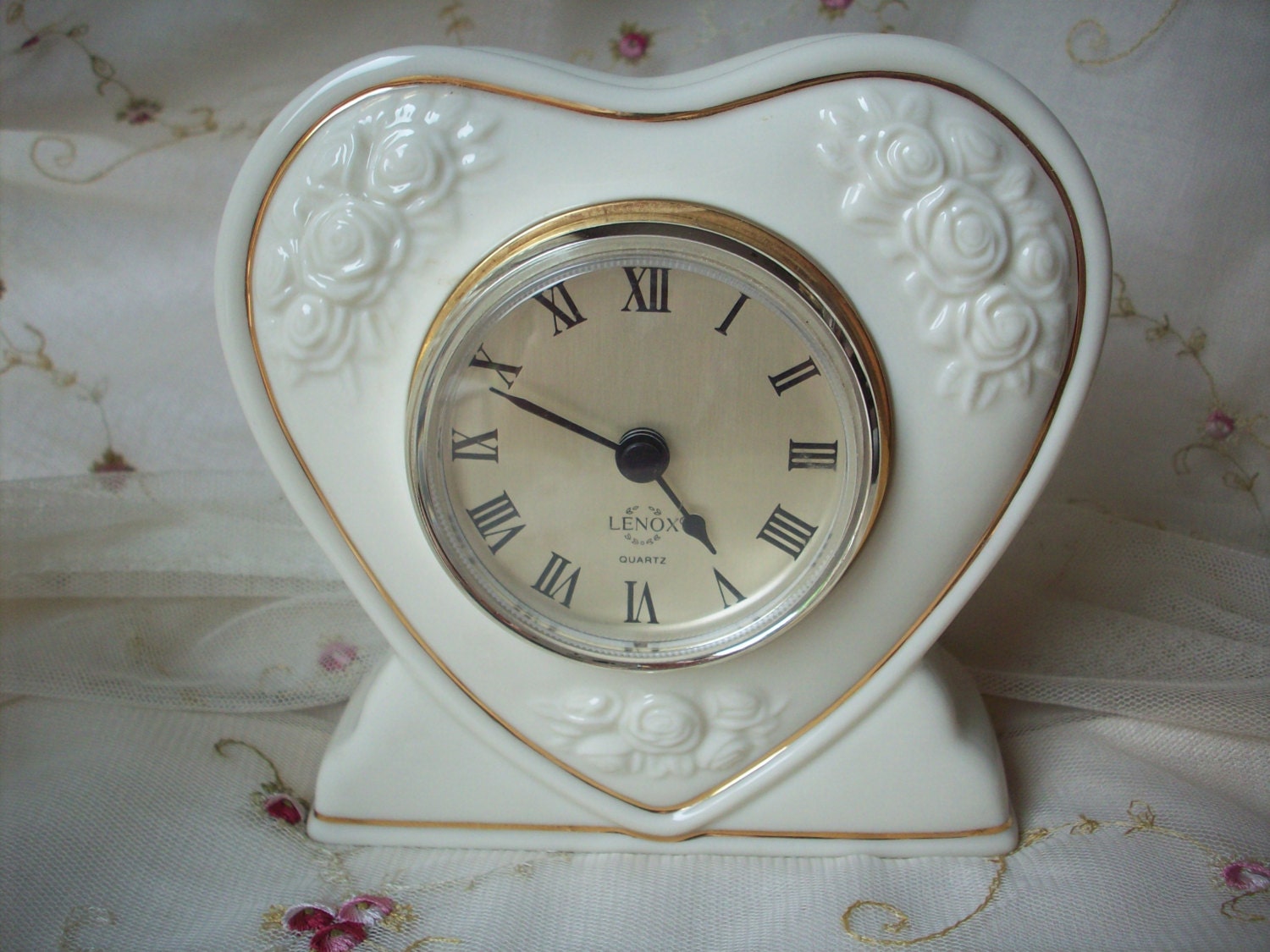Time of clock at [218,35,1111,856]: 4:48
